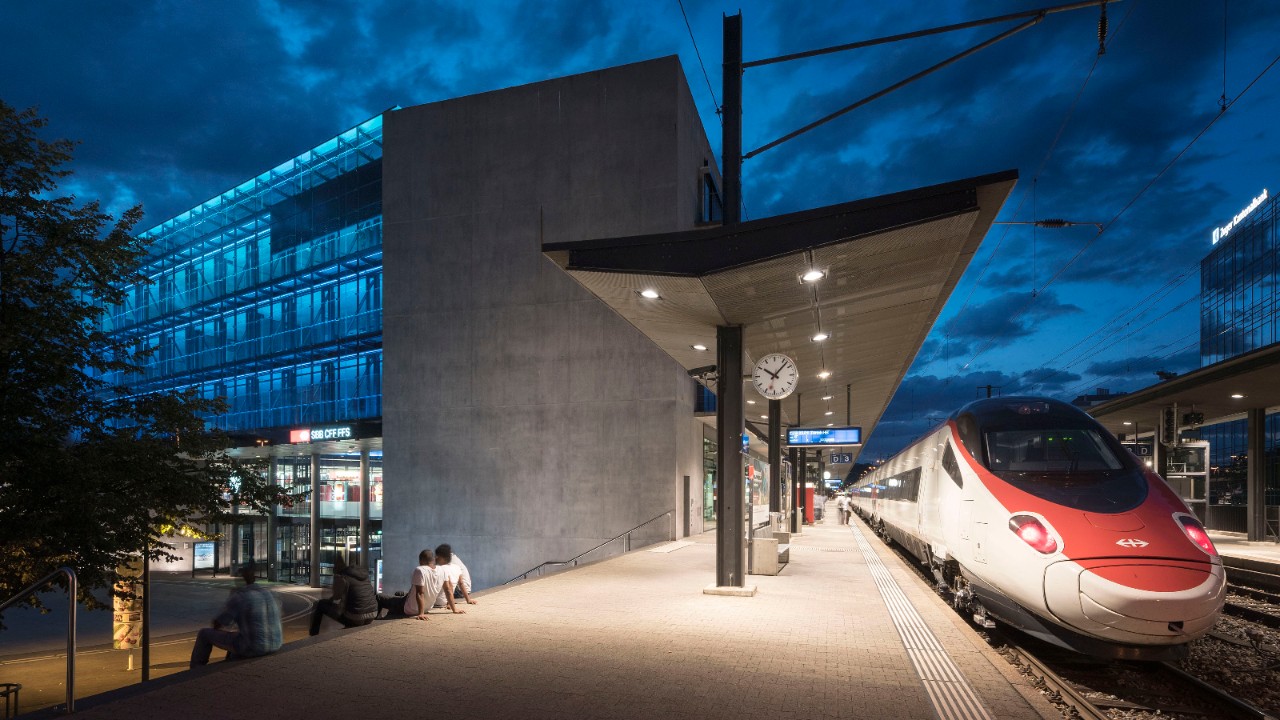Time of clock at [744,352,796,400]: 10:07
